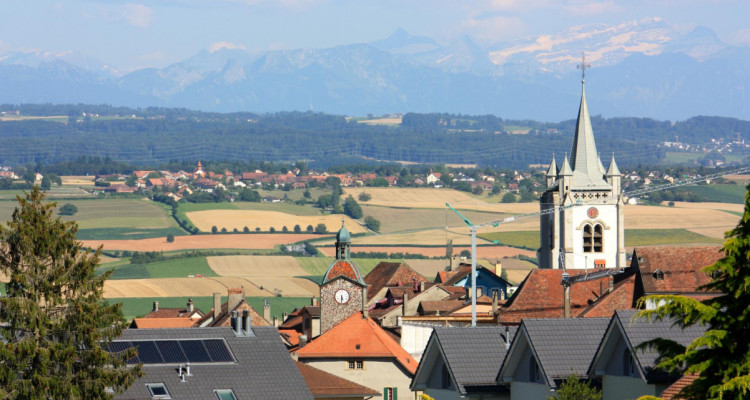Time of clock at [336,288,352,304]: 5:30
